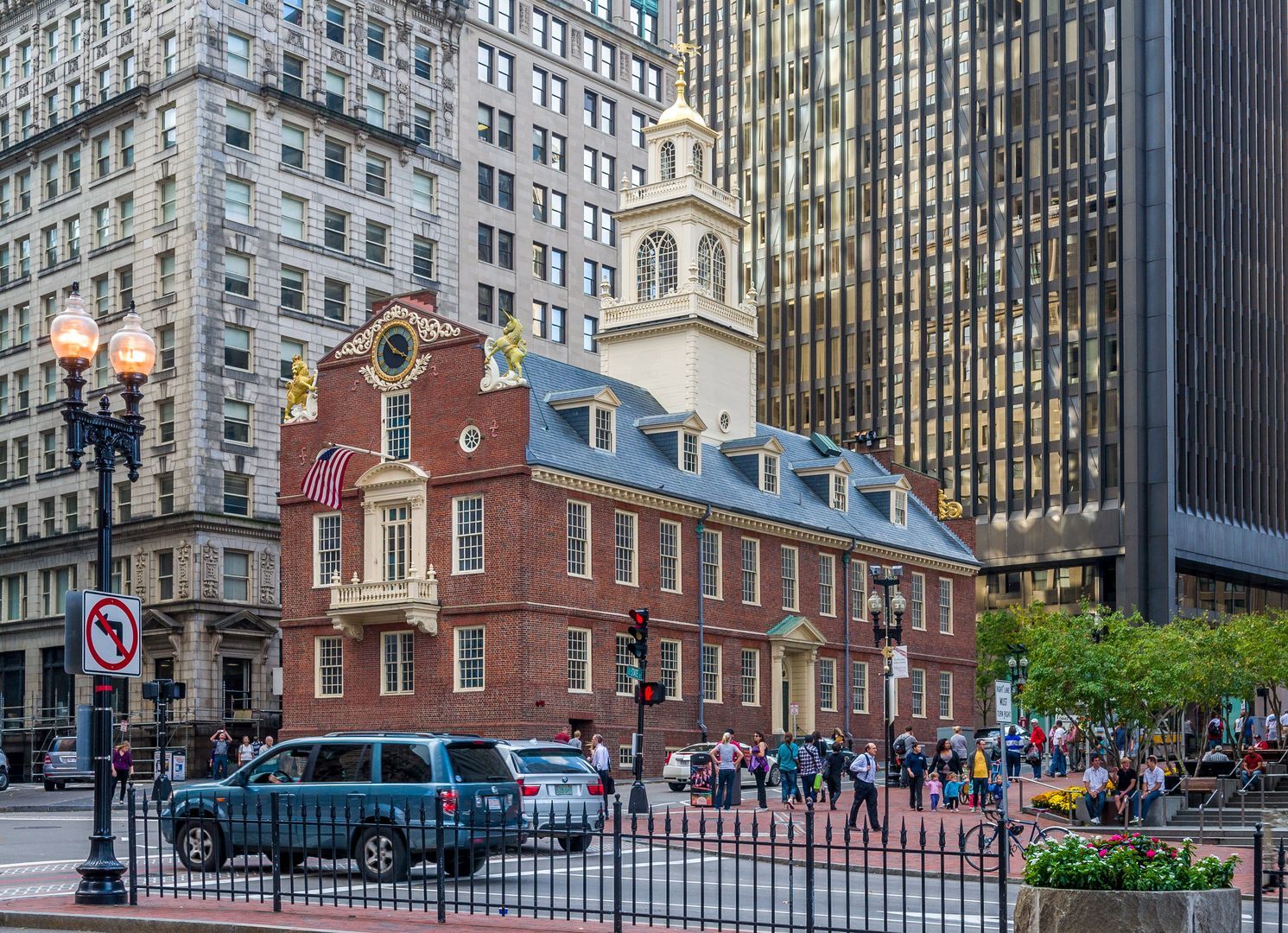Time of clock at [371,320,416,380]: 3:52
